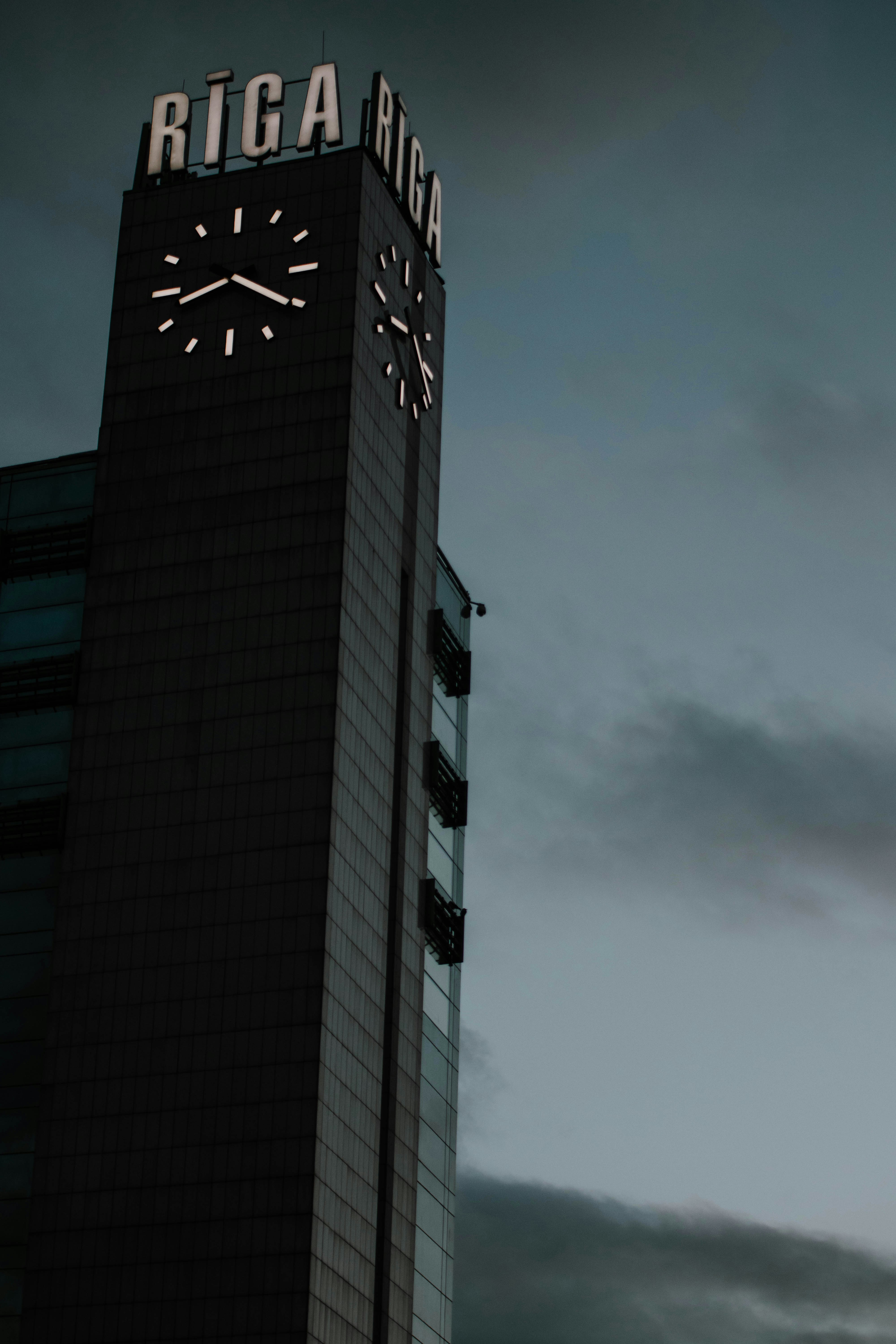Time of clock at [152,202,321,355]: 8:20
